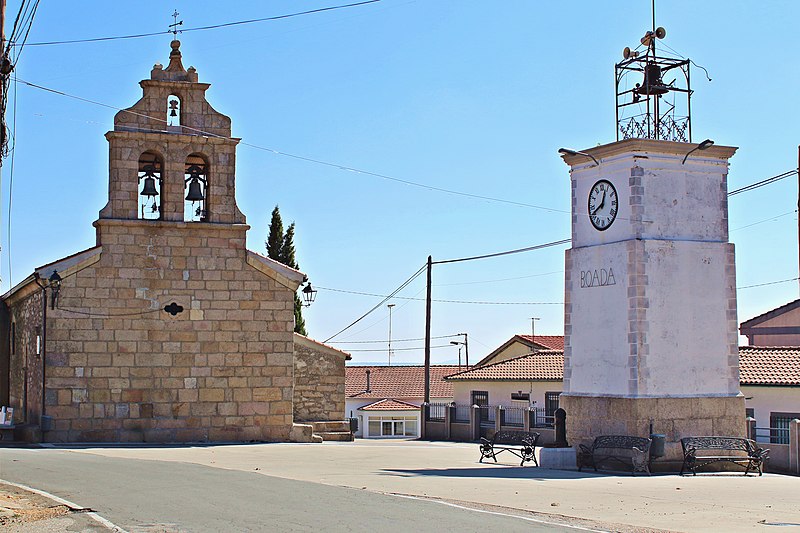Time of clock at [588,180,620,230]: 12:40
